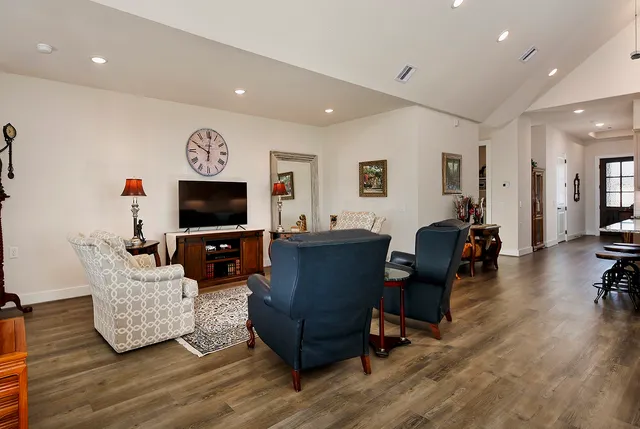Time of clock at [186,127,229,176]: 10:00
